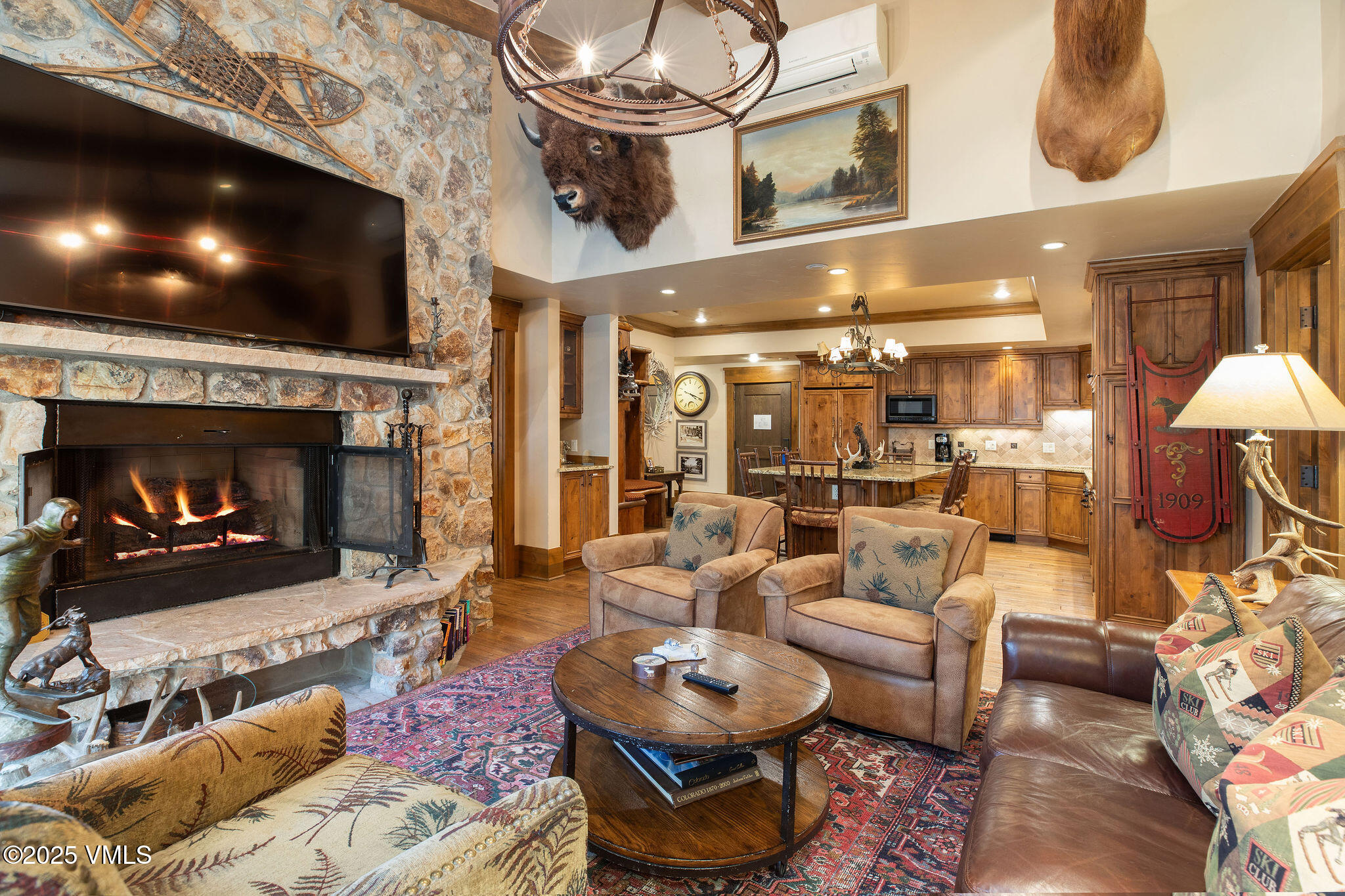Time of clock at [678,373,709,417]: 4:19
